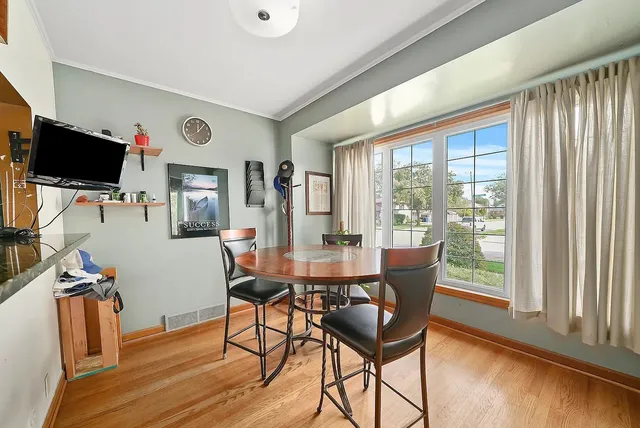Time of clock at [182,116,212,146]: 12:07
